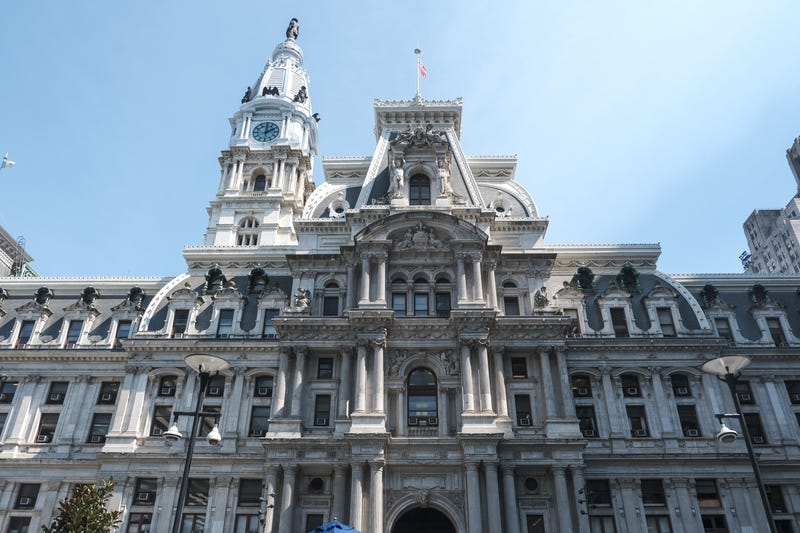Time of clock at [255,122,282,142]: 2:00
